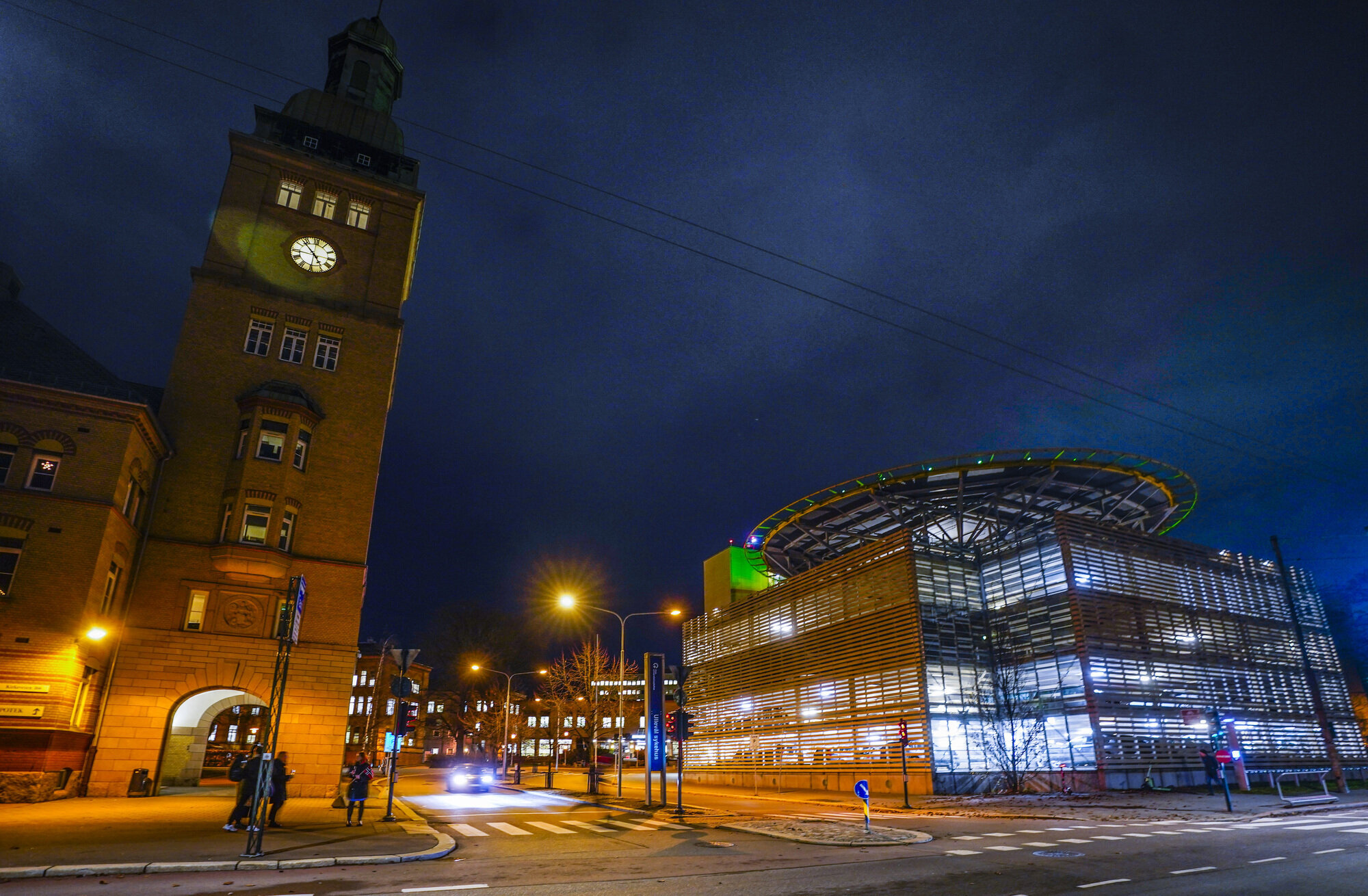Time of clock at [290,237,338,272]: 4:52
